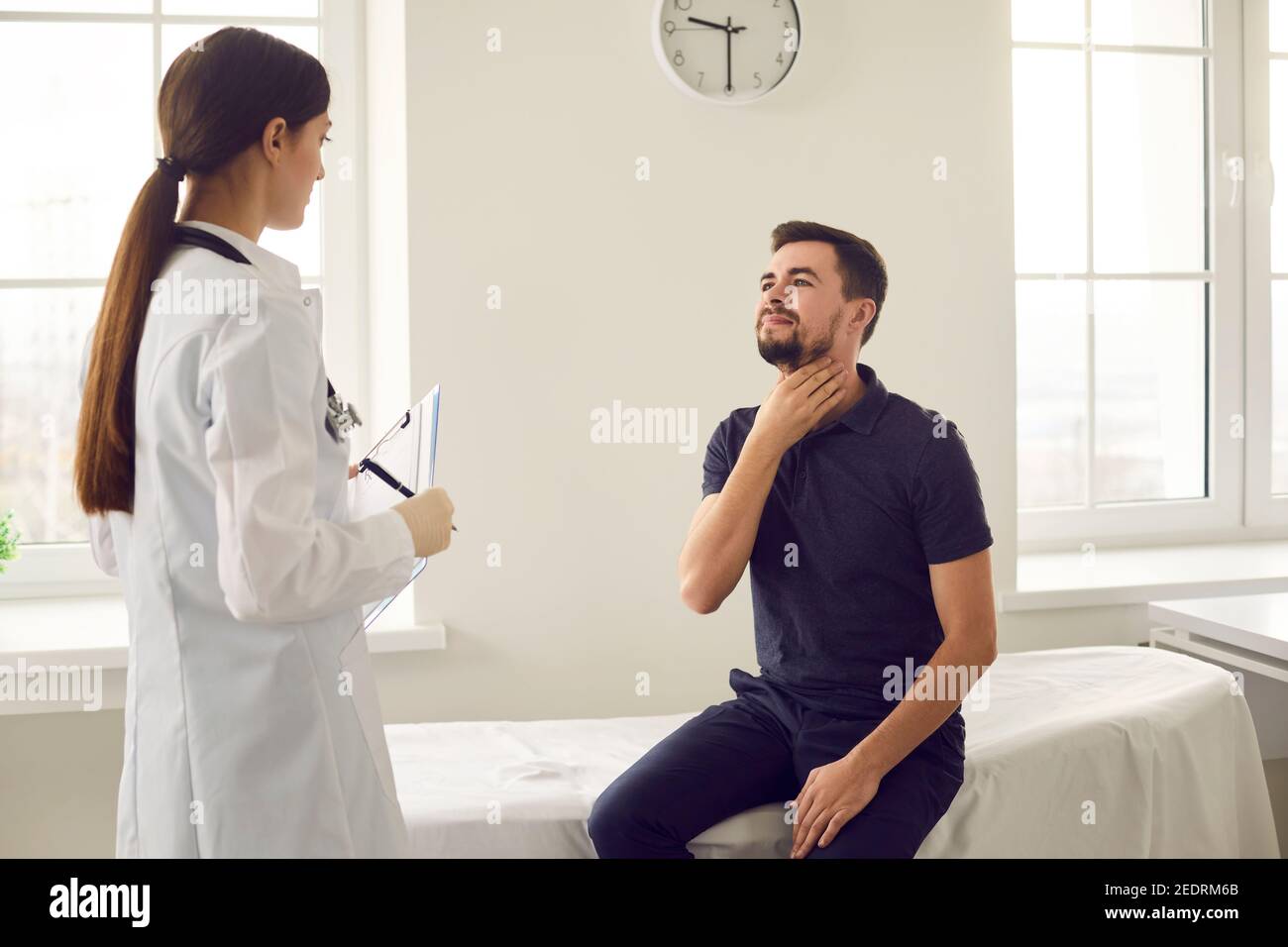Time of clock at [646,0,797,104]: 9:30
